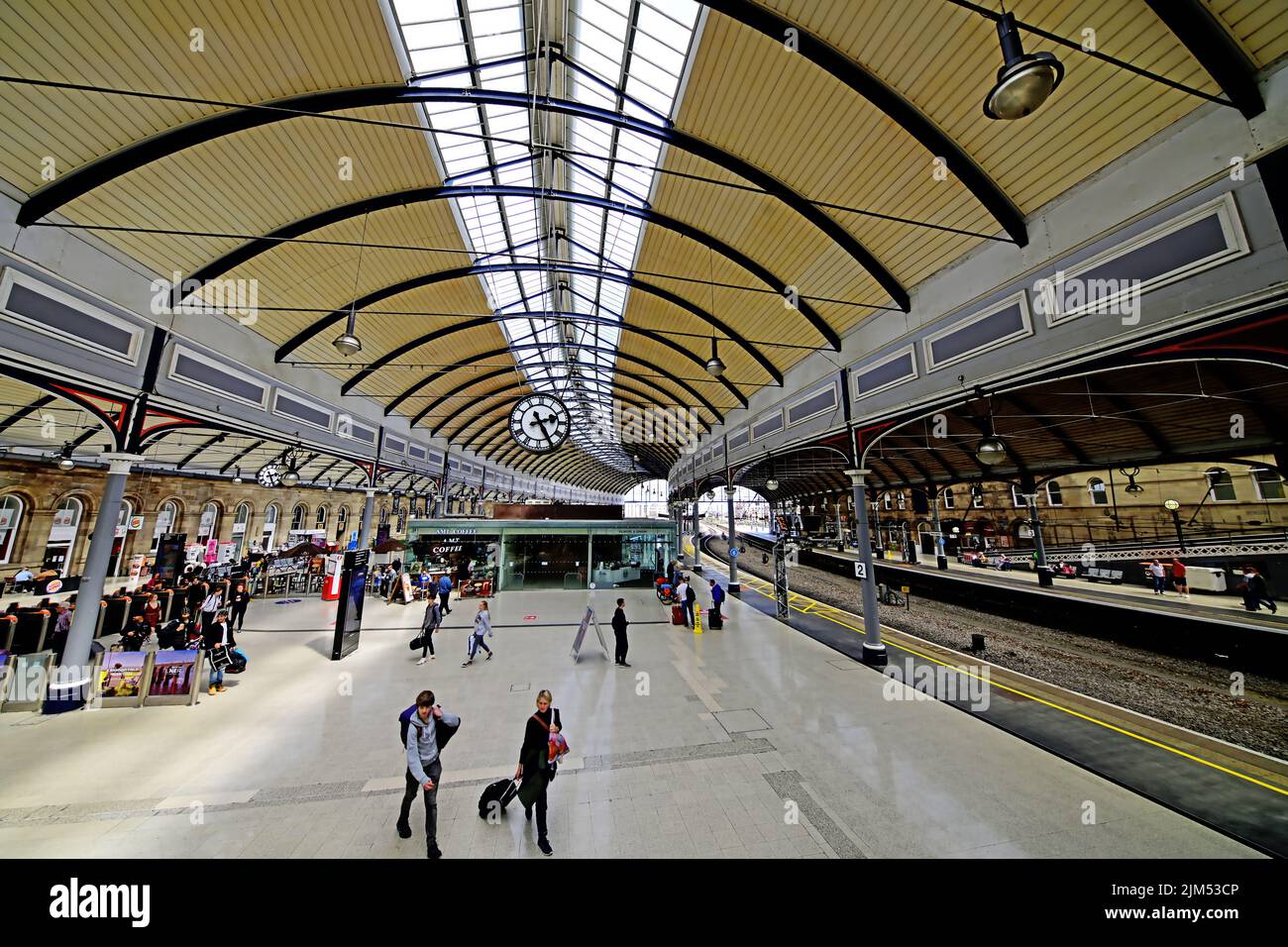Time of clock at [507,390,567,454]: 2:25
